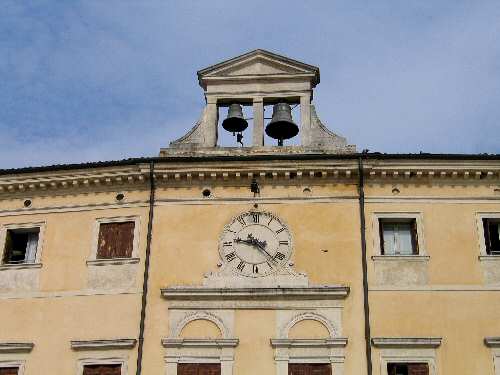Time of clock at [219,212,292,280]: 9:22
